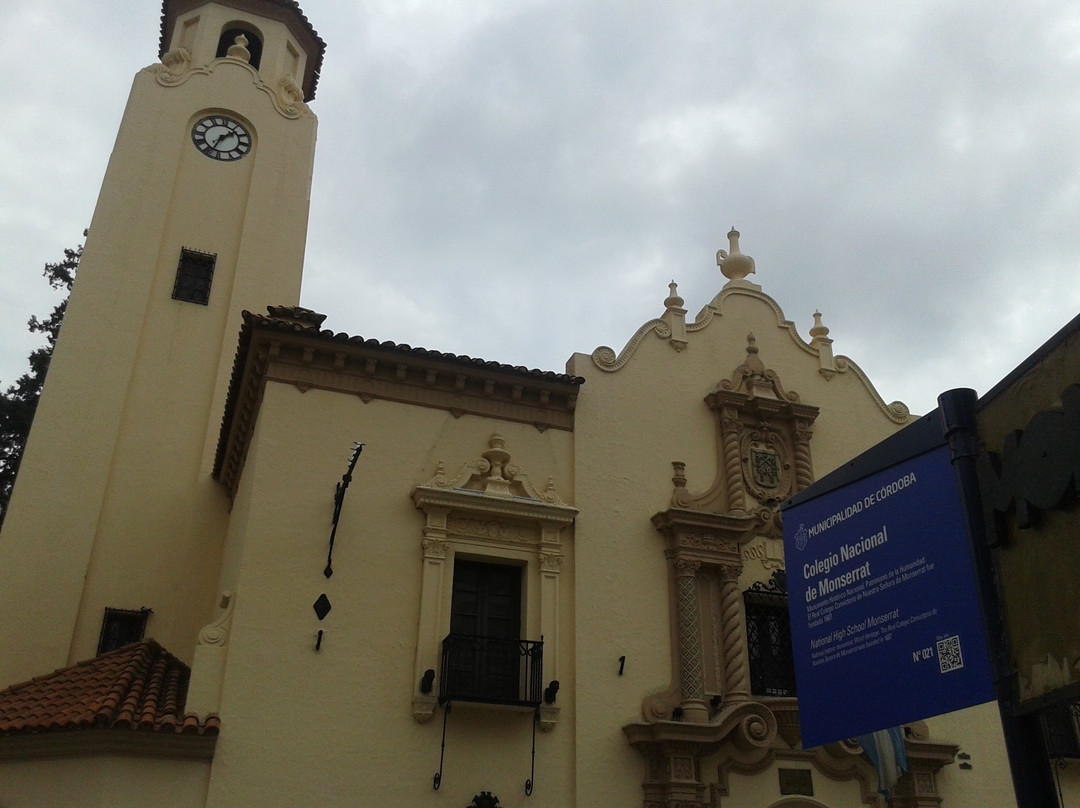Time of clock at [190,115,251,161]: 1:33
